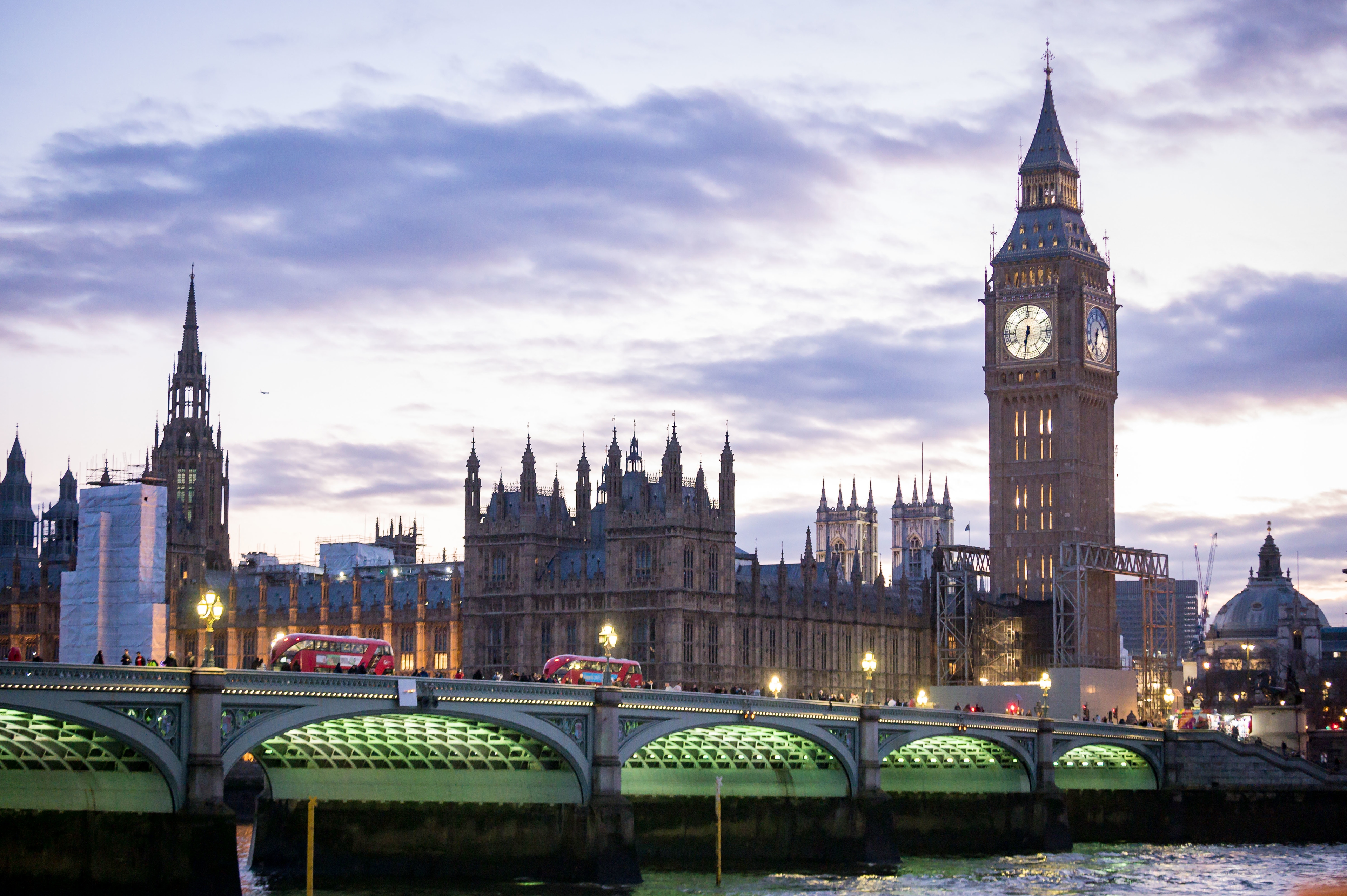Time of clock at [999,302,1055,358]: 6:31
